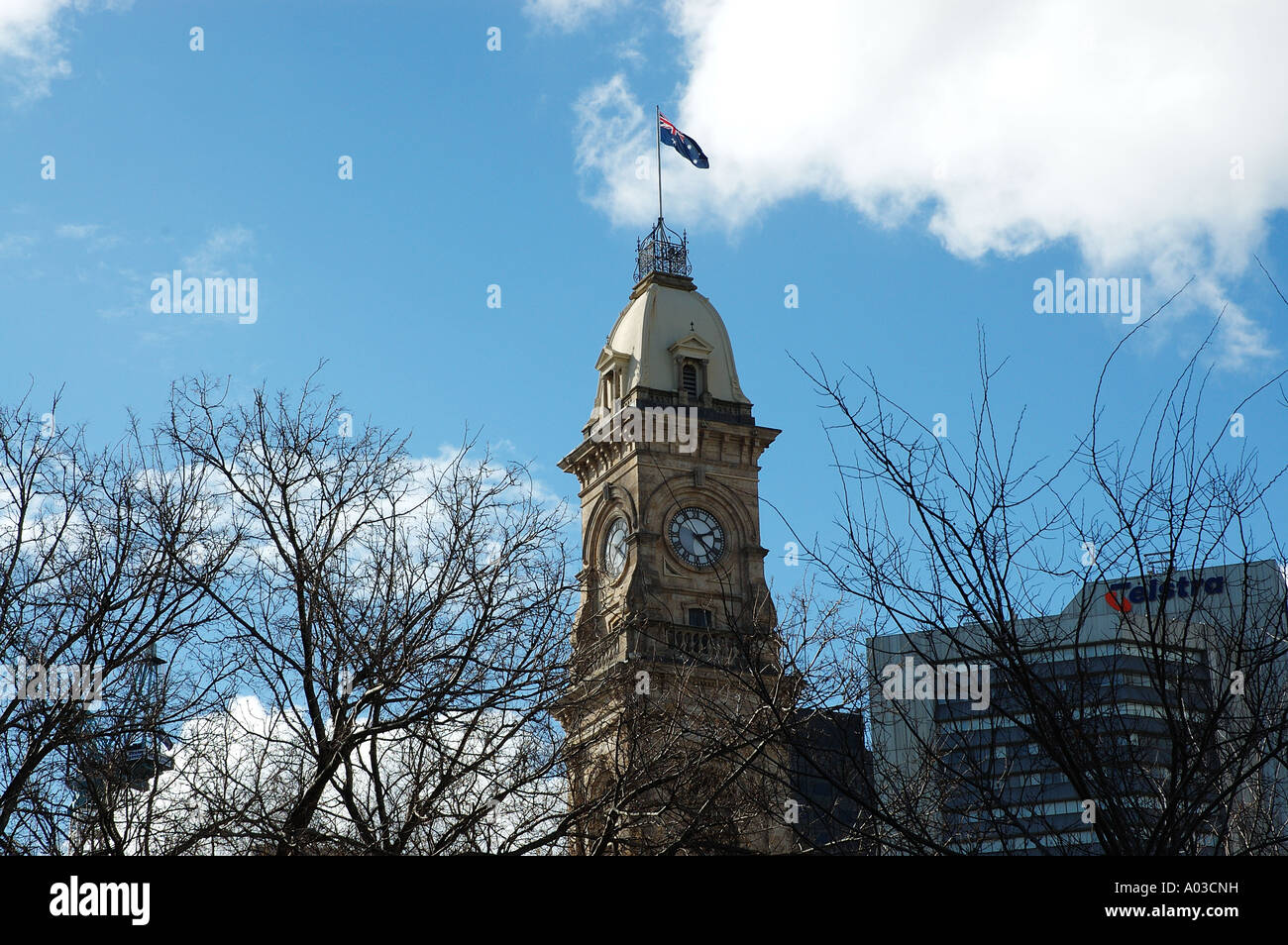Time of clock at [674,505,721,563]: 2:21
